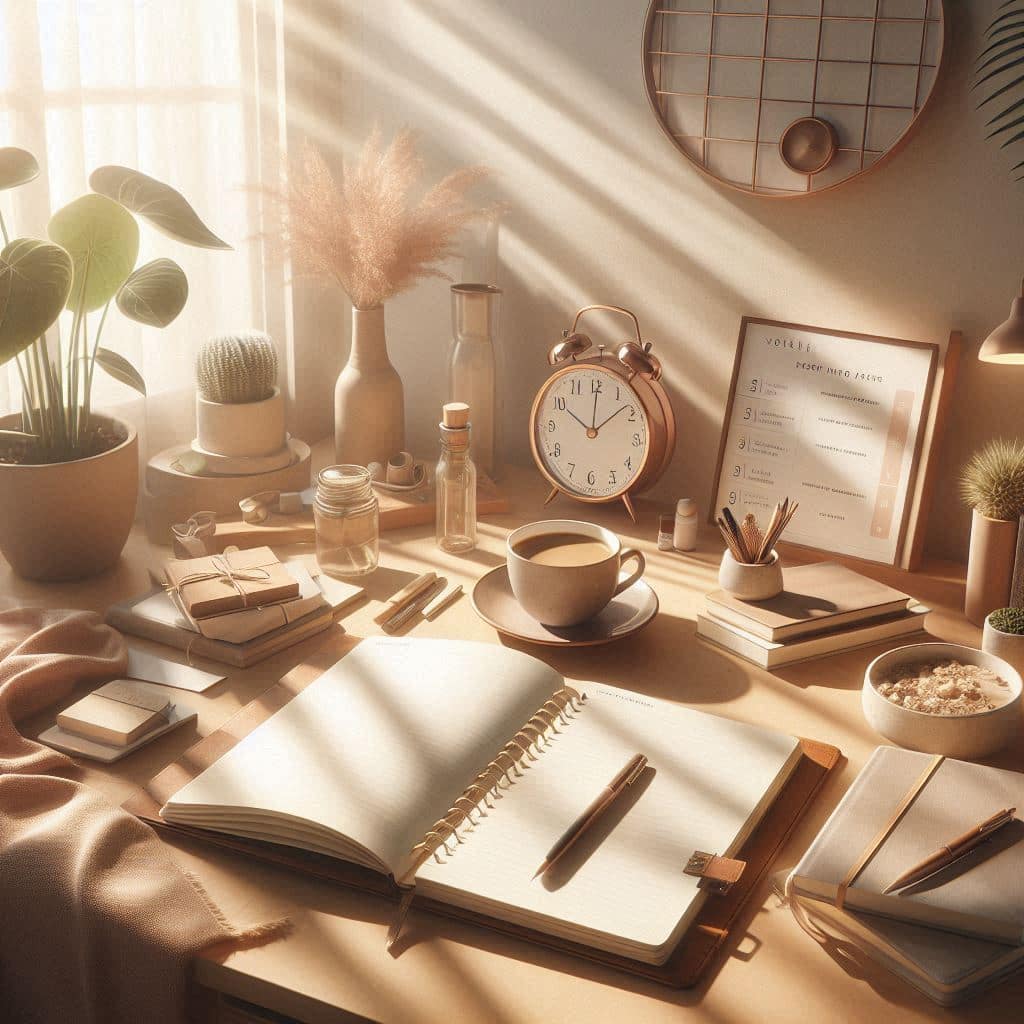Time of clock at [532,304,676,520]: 10:00
